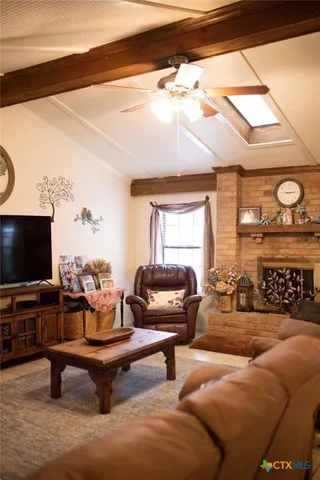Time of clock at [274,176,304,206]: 9:13
